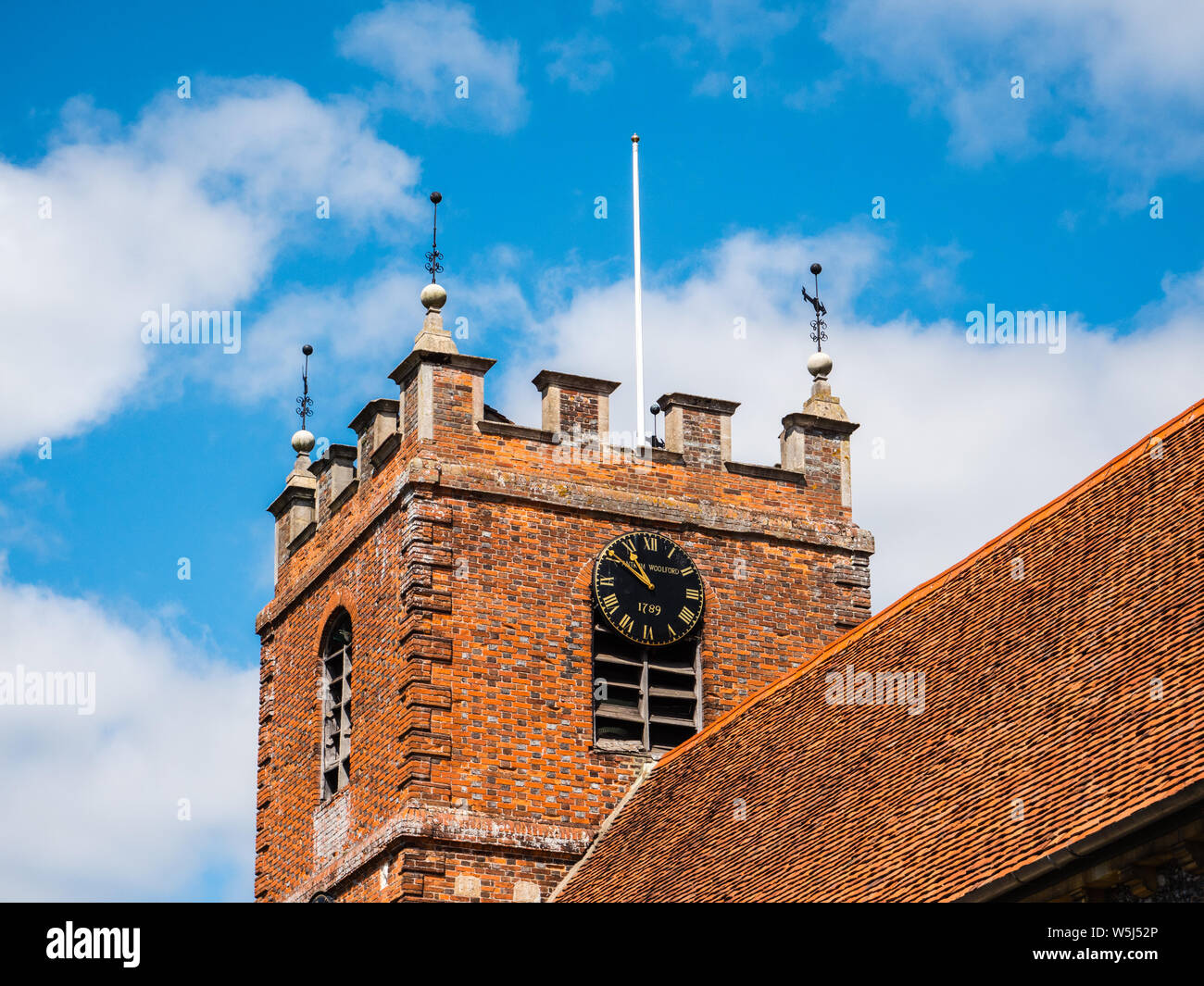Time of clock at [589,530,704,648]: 10:50
